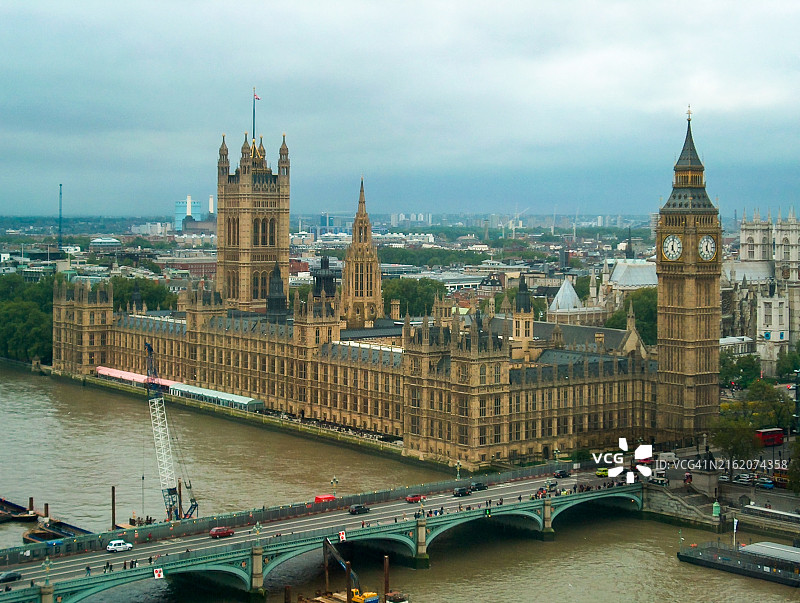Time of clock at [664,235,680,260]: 5:01
